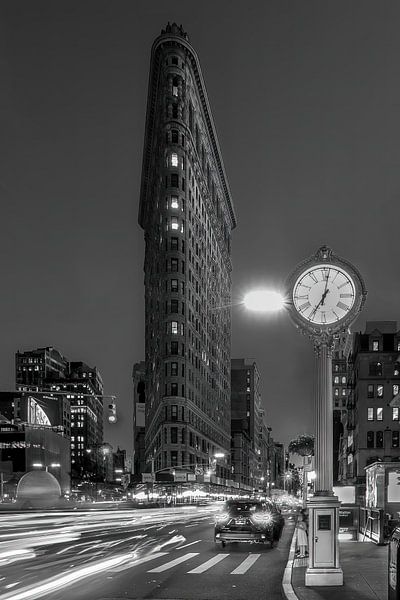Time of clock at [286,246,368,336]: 7:01
